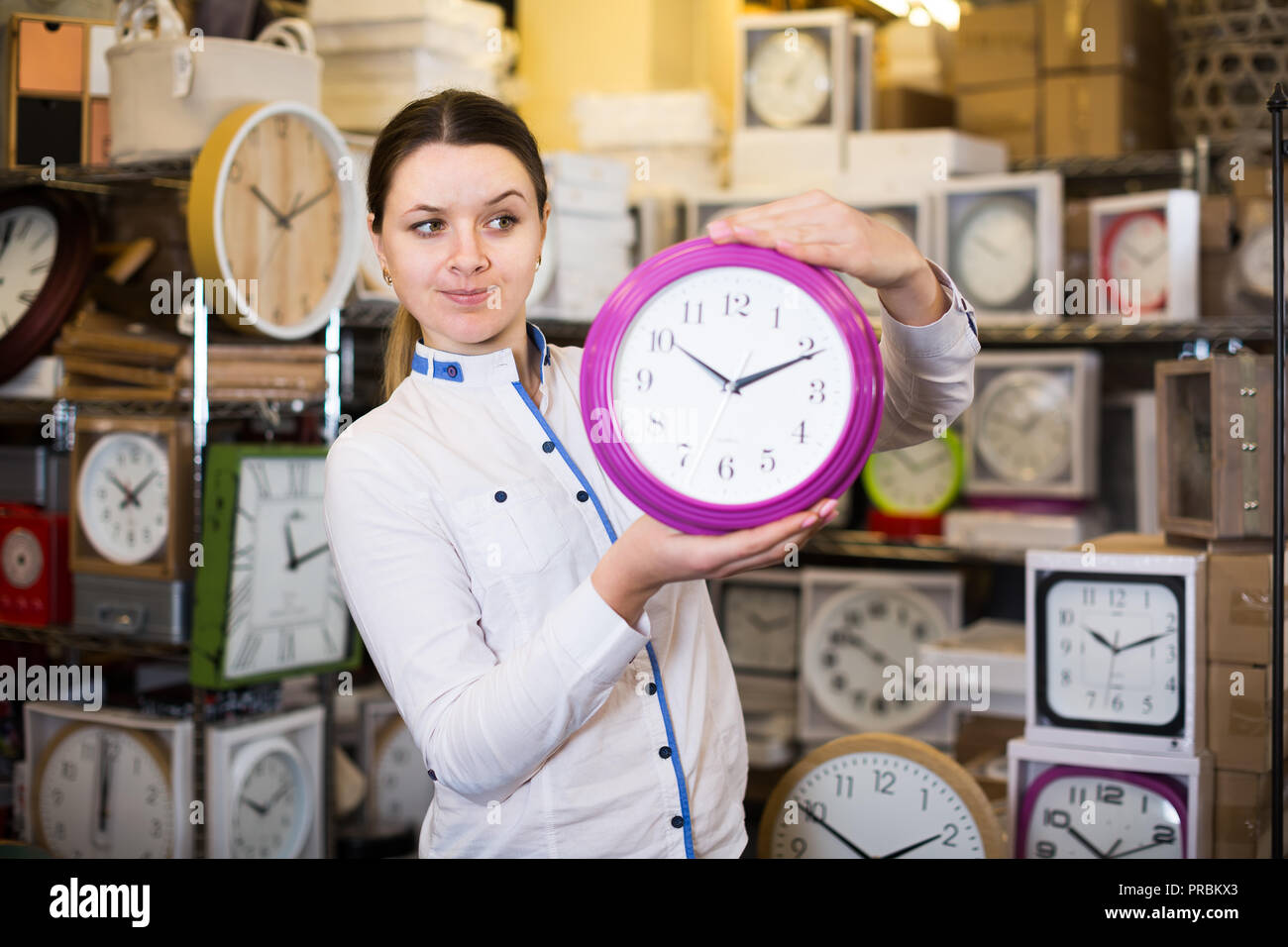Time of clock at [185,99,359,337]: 10:11
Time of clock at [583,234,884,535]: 10:10
